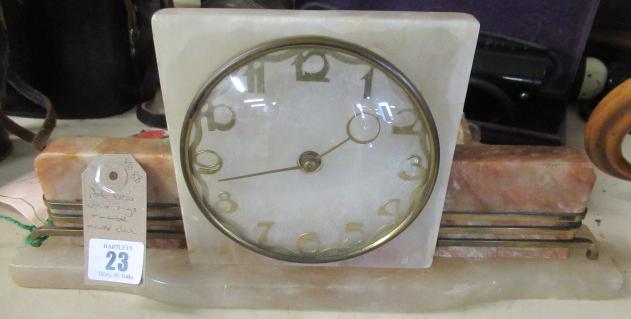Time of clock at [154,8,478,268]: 1:42
